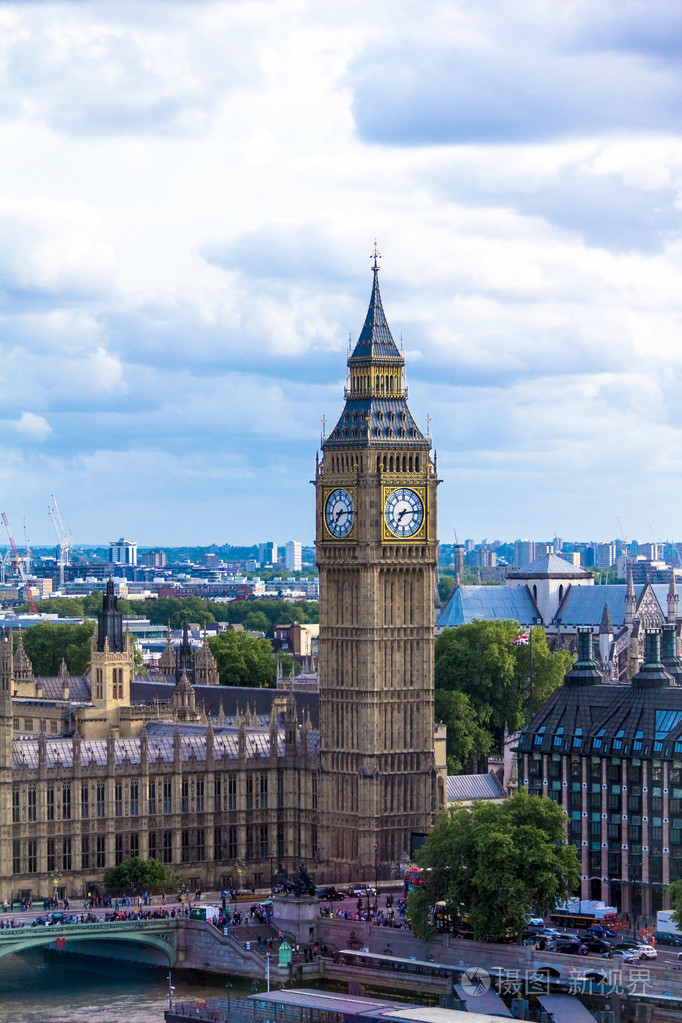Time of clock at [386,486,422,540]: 7:14
